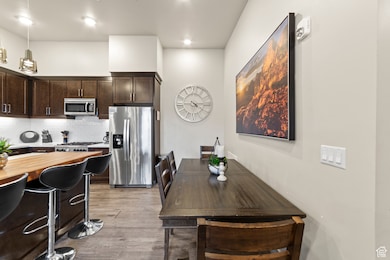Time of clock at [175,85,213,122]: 4:14
